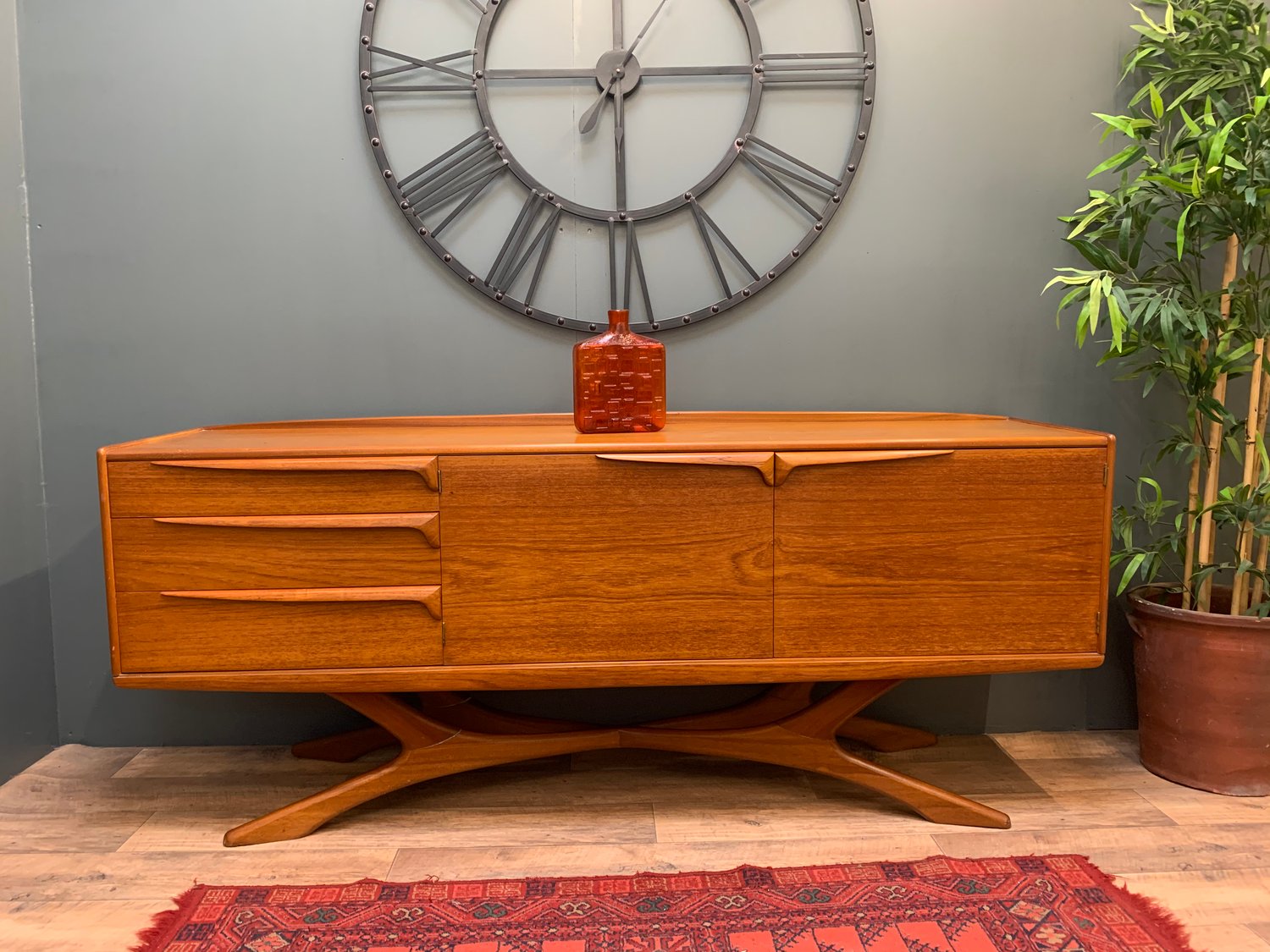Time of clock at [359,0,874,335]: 12:14
